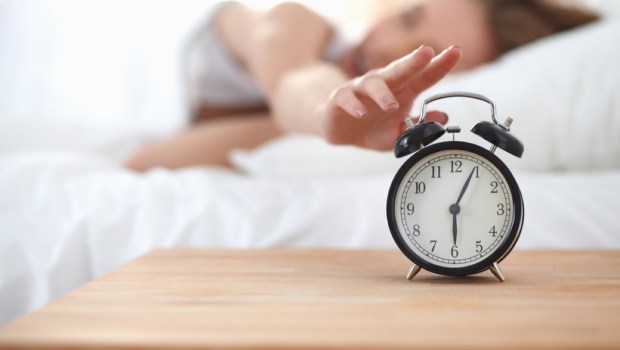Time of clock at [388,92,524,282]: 6:04
